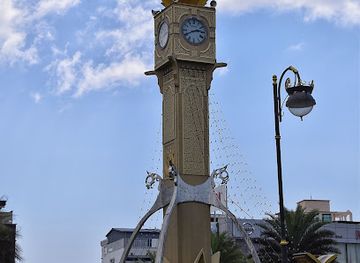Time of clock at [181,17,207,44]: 2:40
